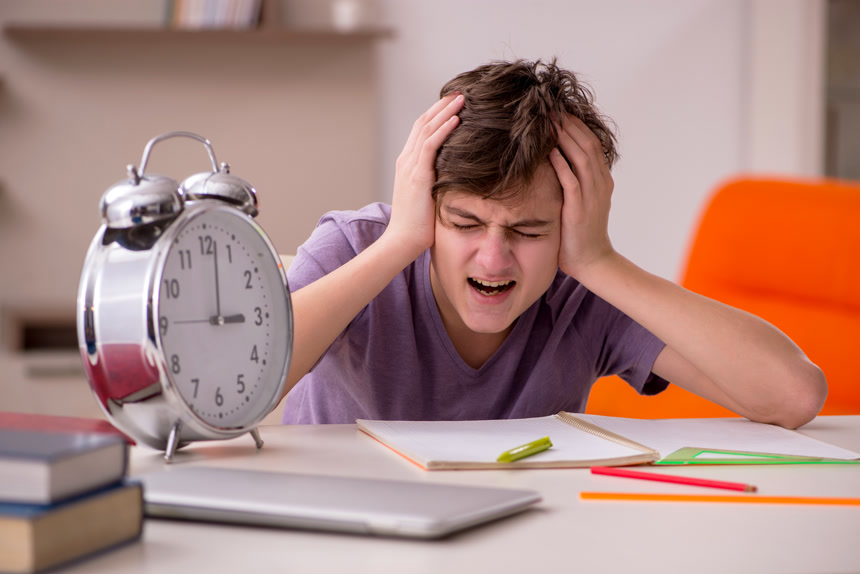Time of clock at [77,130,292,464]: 3:01
